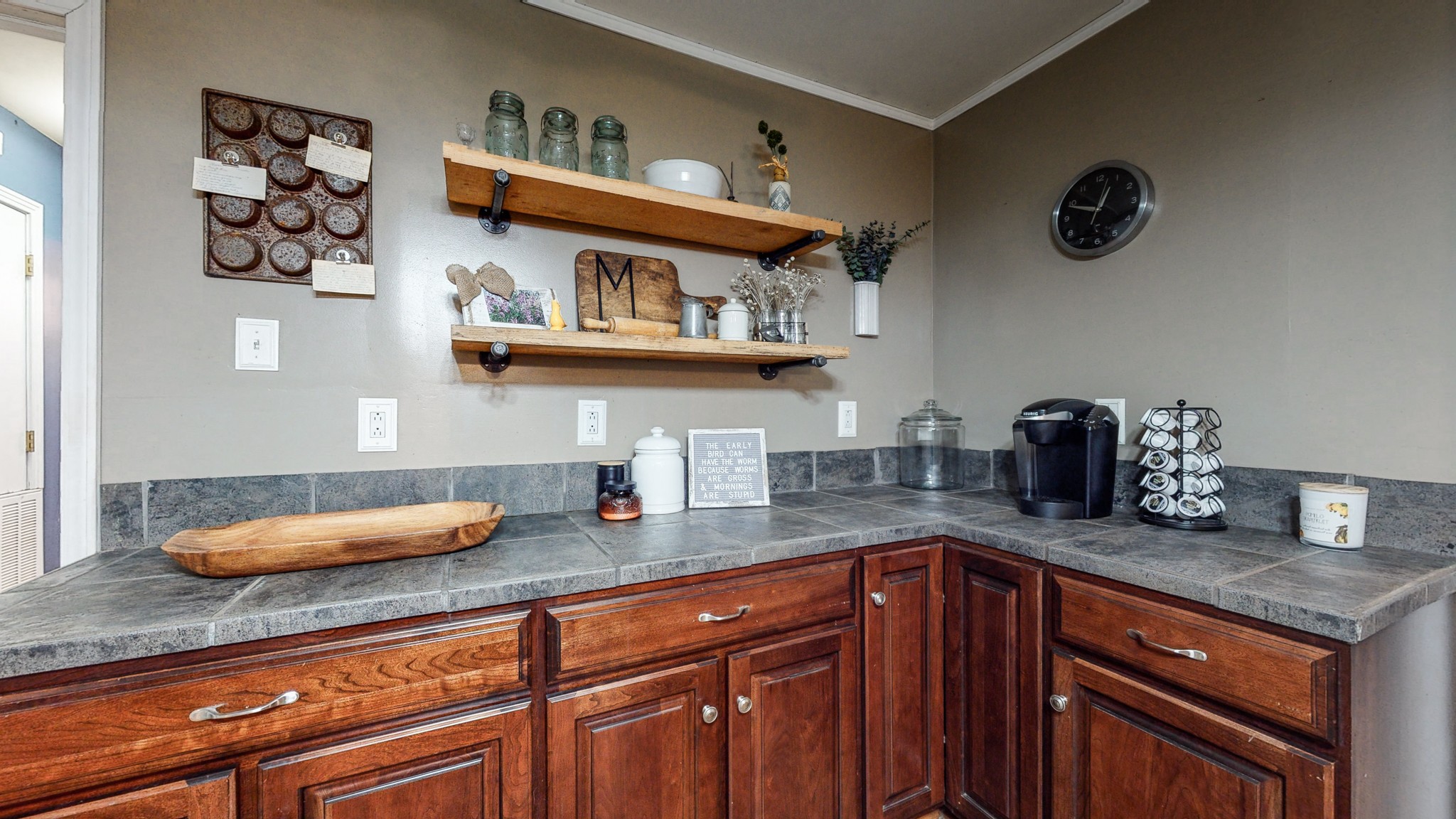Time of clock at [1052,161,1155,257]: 12:49
